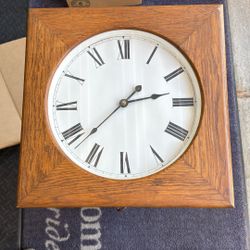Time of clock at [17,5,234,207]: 2:37
